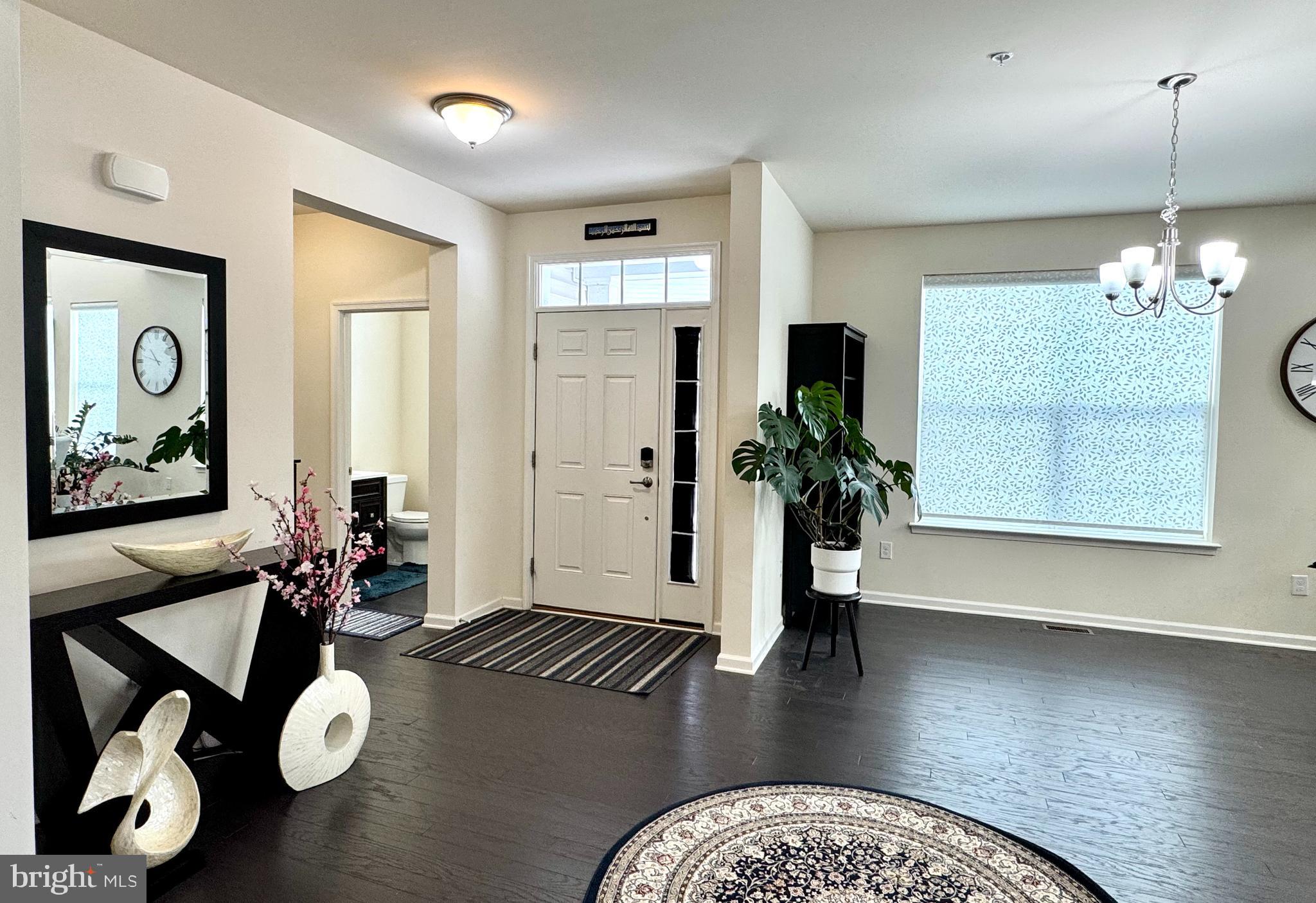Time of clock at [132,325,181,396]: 10:47
